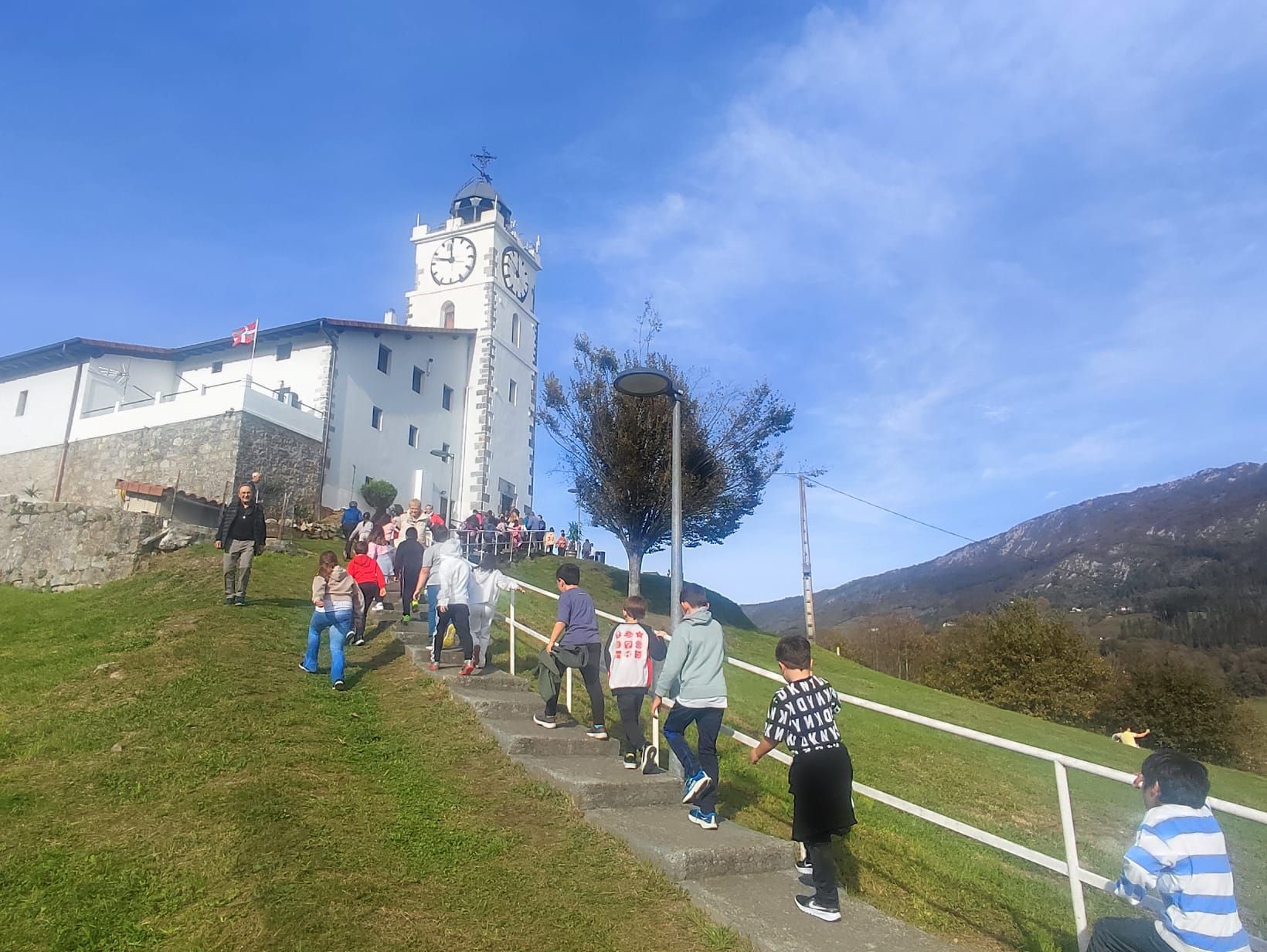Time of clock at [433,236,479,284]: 11:47
